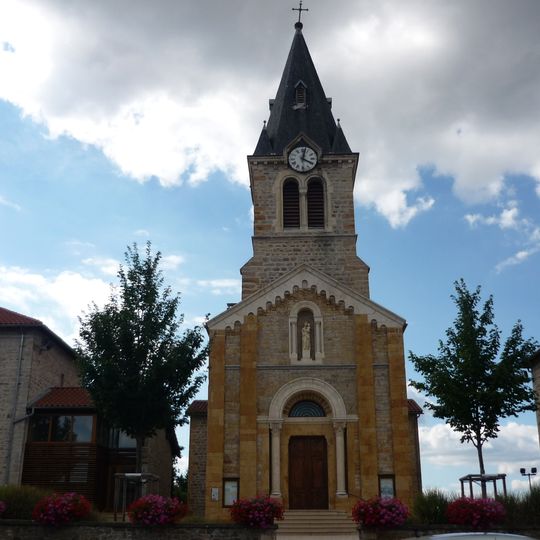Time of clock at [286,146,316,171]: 4:02
